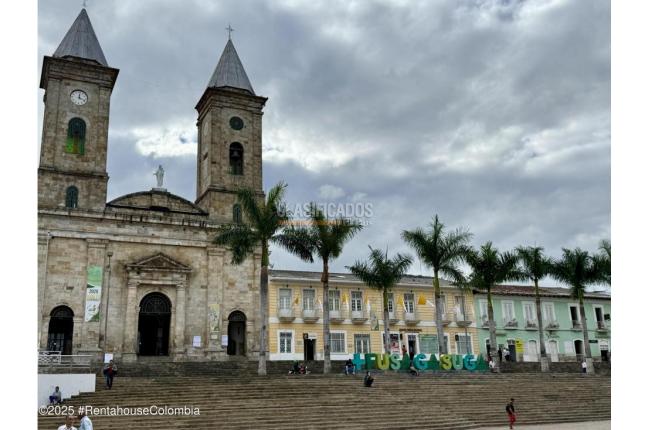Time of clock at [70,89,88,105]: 12:18
